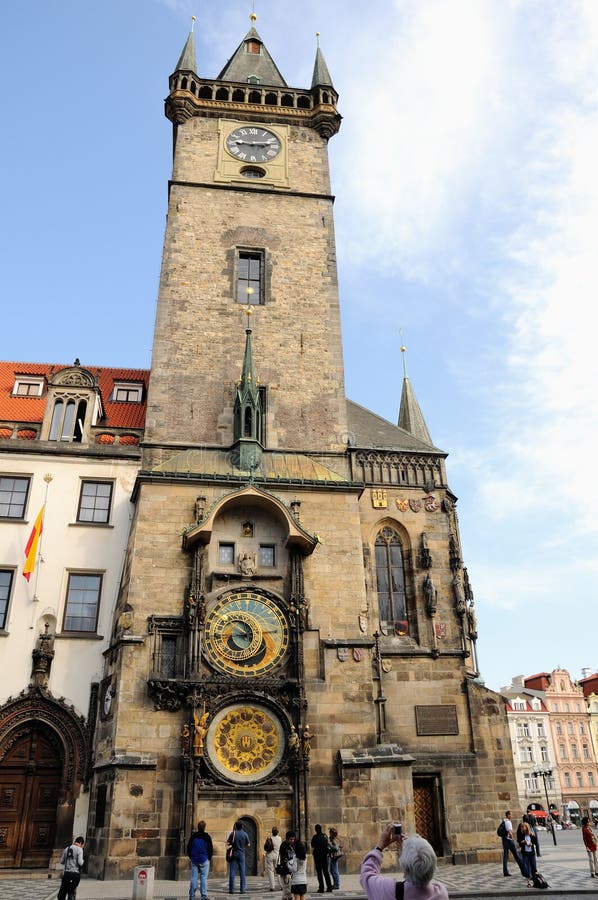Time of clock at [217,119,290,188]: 9:12
